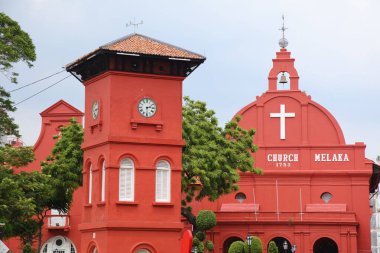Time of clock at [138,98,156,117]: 2:29
